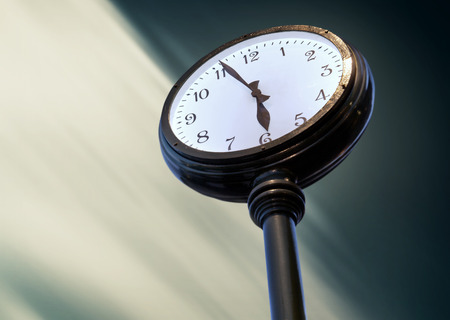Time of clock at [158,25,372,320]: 5:55
